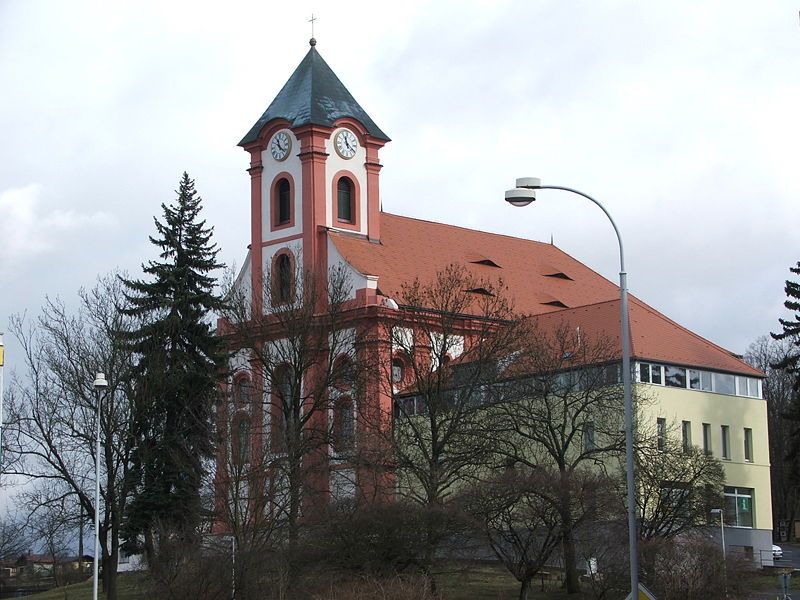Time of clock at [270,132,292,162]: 11:21
